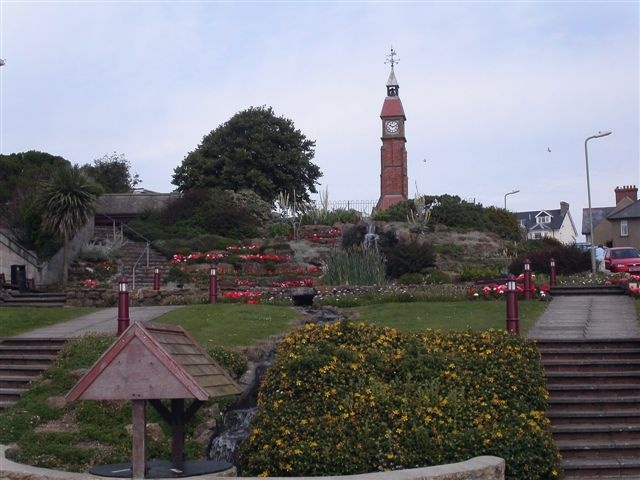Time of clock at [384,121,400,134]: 10:12
